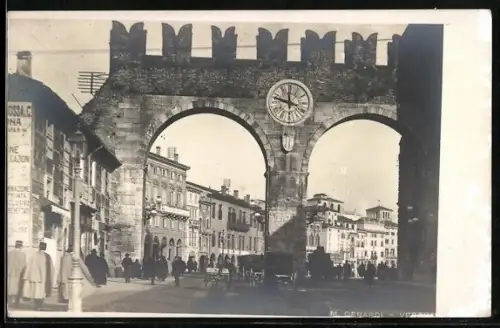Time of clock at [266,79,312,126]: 11:47
